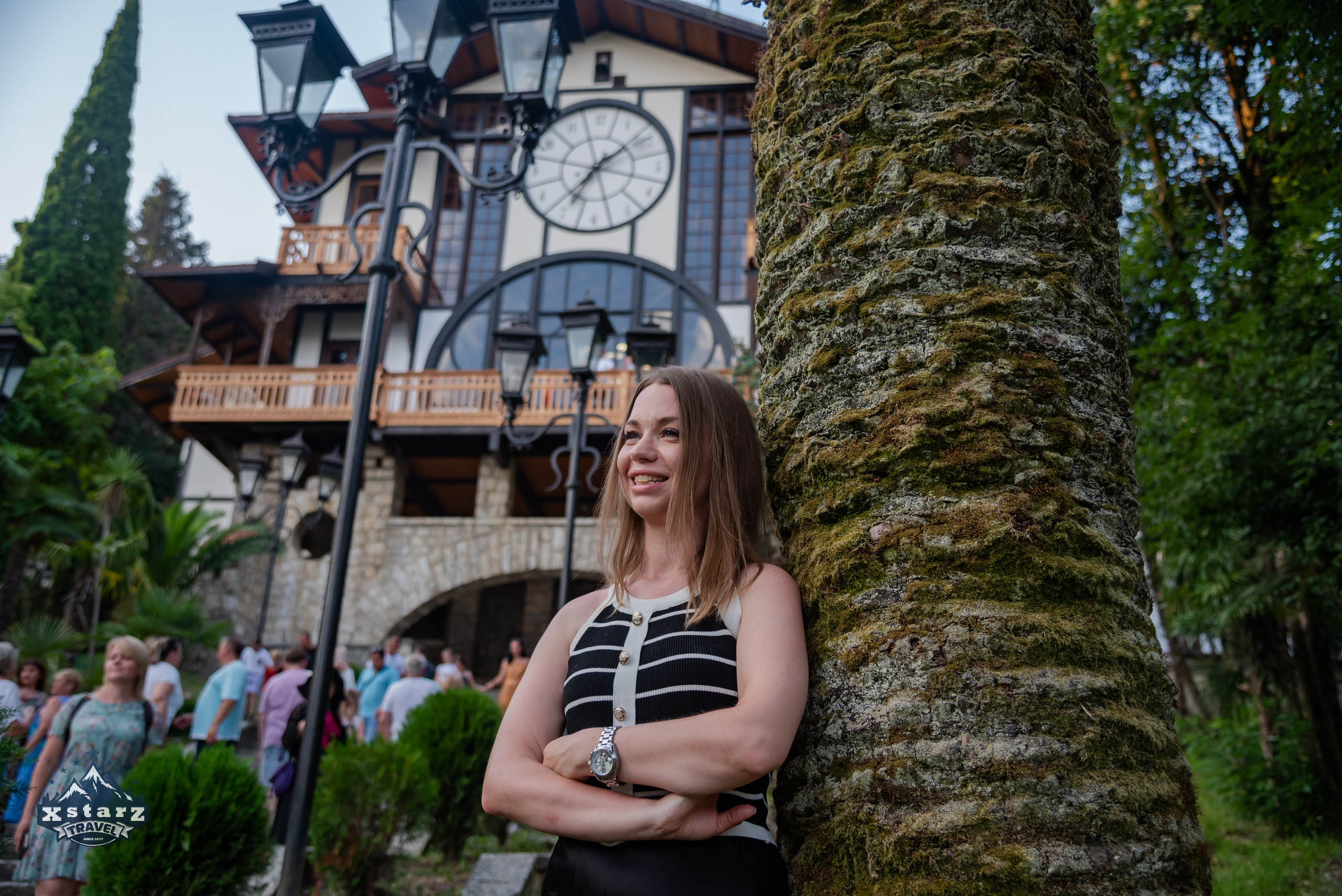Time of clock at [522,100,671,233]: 7:09
